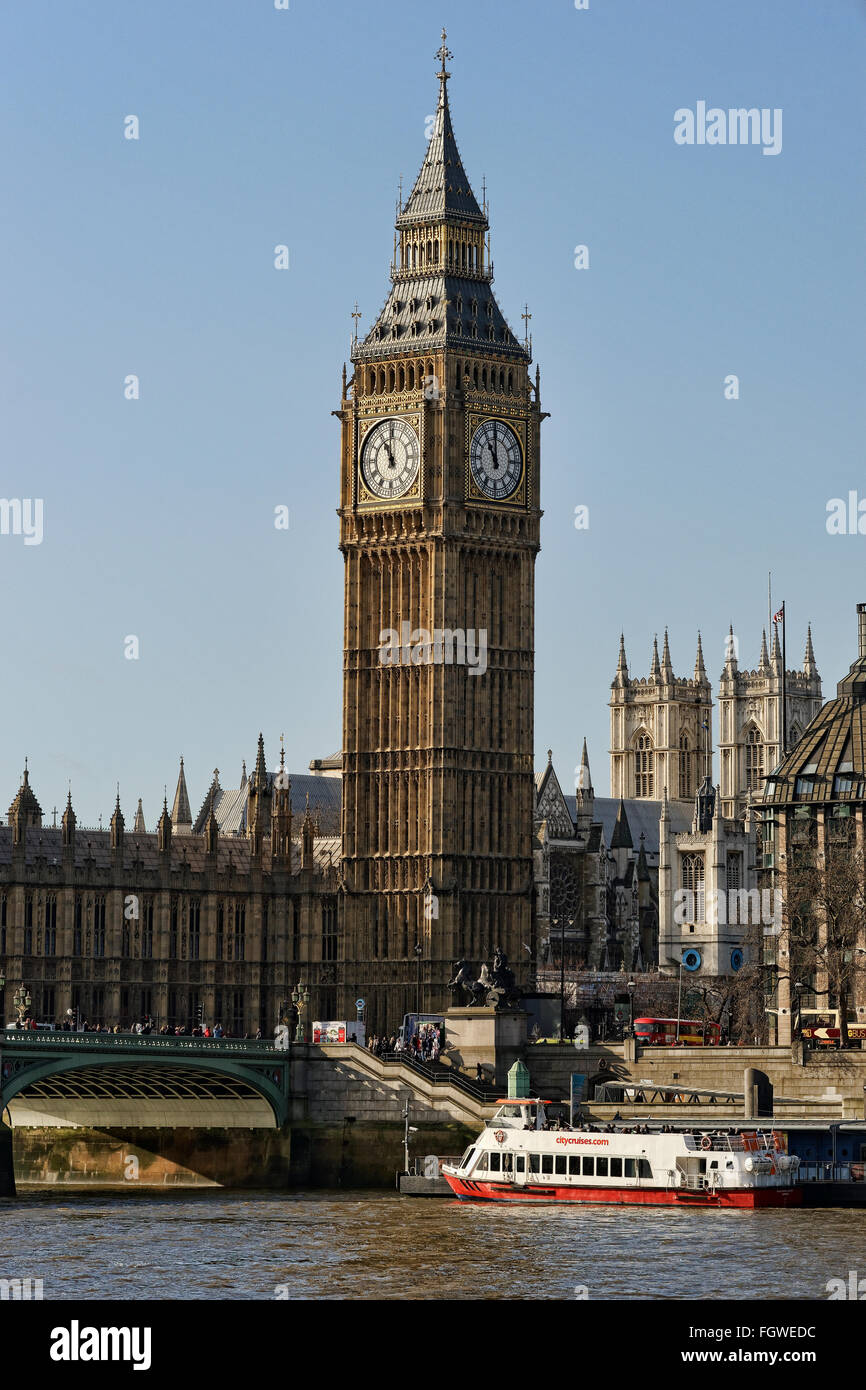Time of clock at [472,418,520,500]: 10:59
